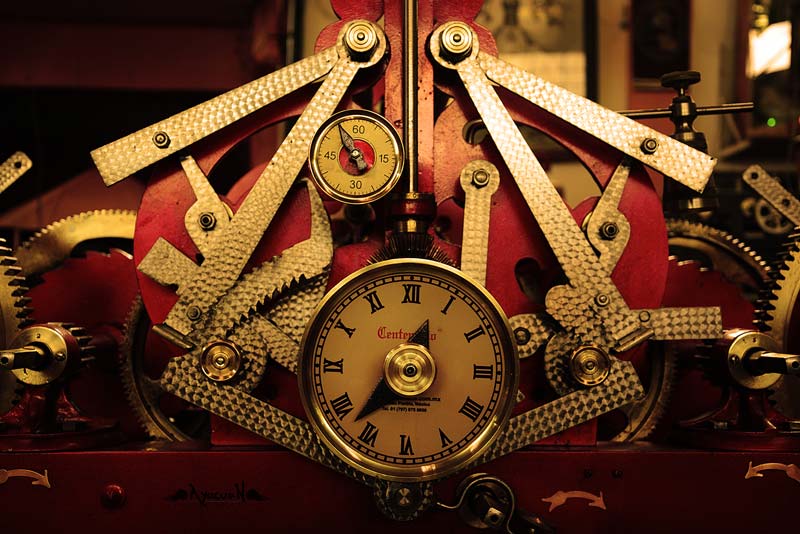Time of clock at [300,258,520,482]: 12:36
